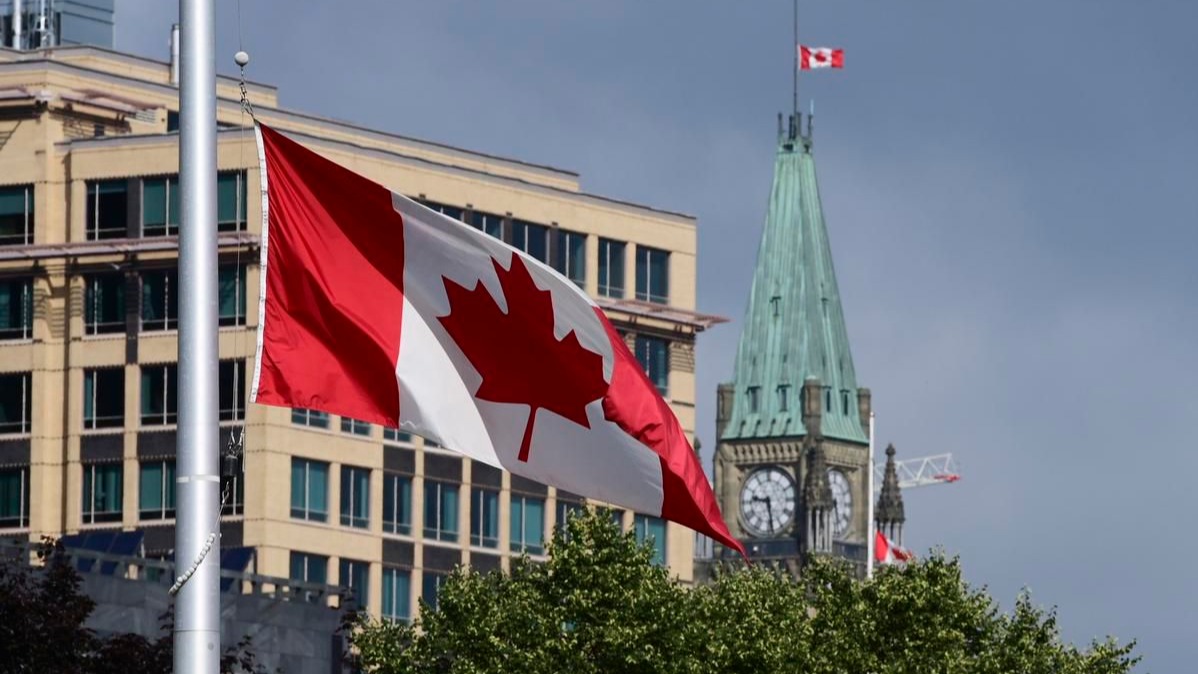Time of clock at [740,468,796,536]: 9:28
